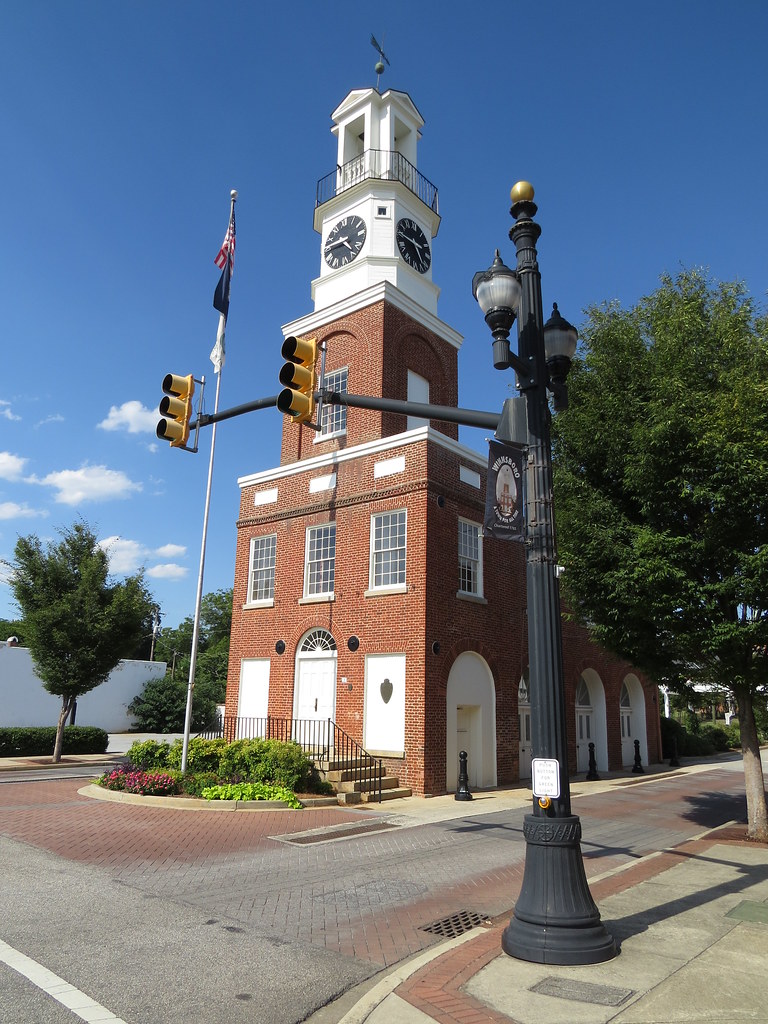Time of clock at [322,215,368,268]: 4:44
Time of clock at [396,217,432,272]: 4:45
